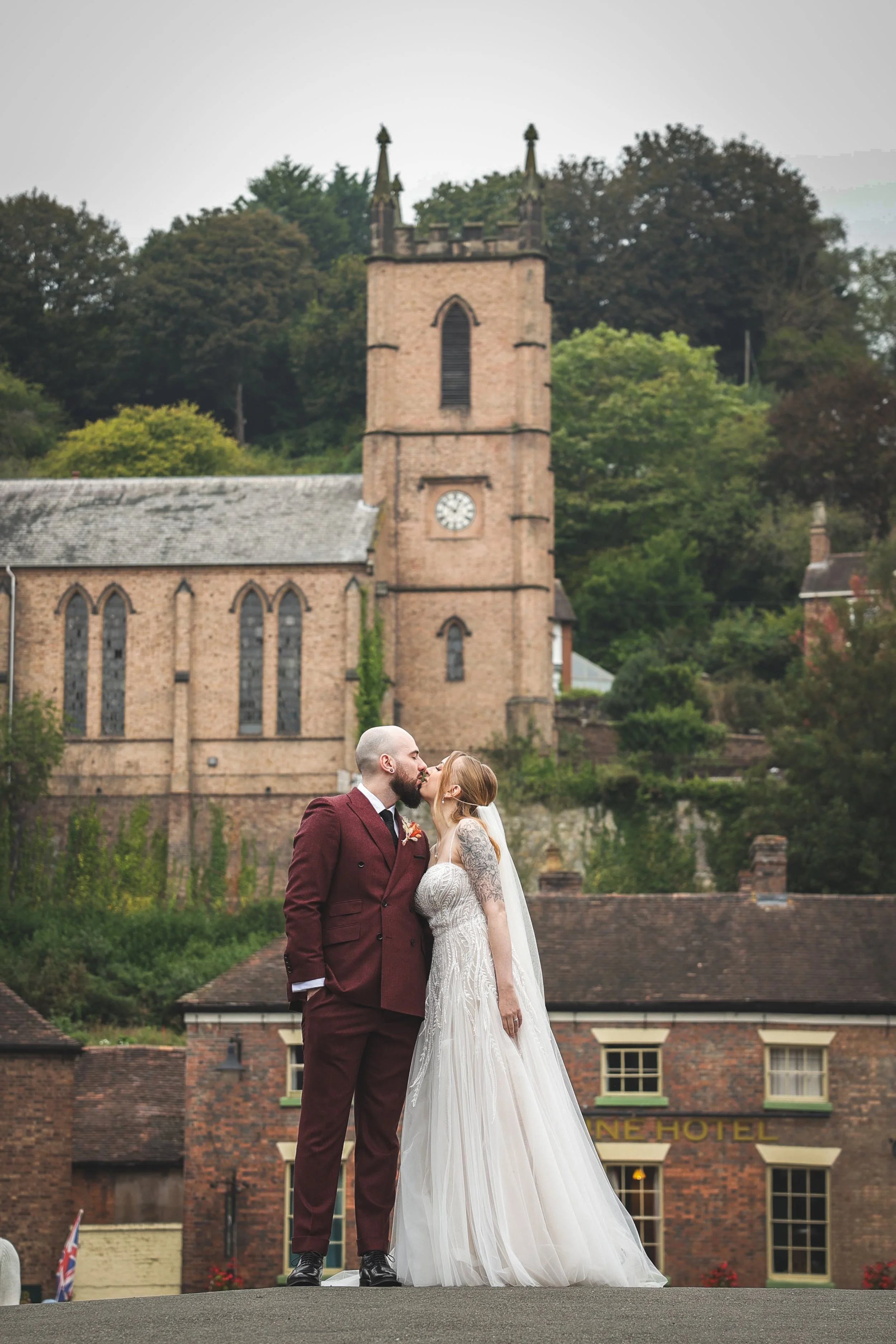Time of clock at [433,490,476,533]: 12:51
